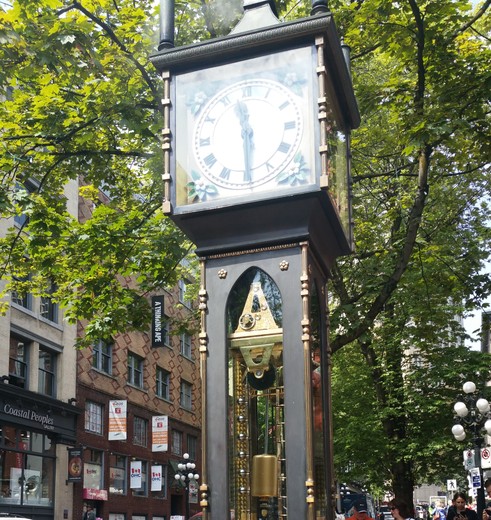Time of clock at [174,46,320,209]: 11:29
